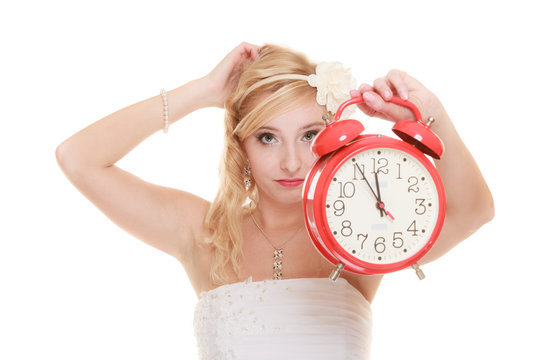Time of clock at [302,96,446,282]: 11:55
